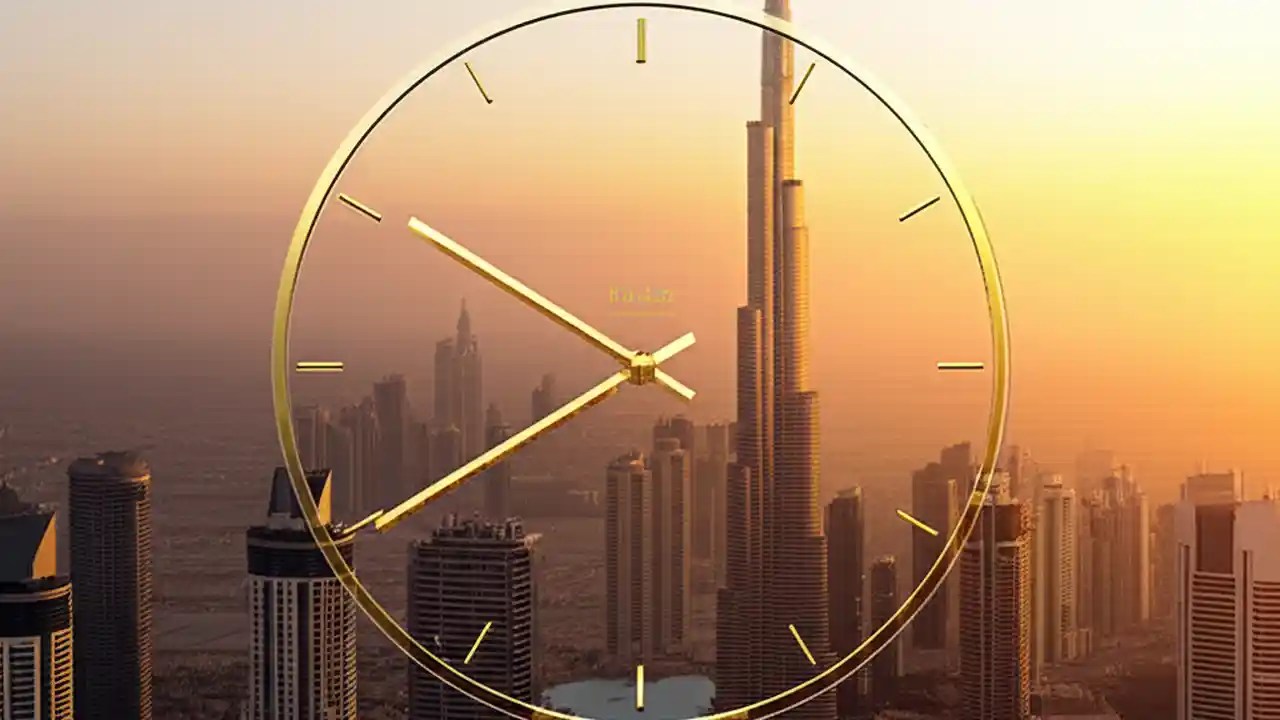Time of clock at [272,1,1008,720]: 7:50
